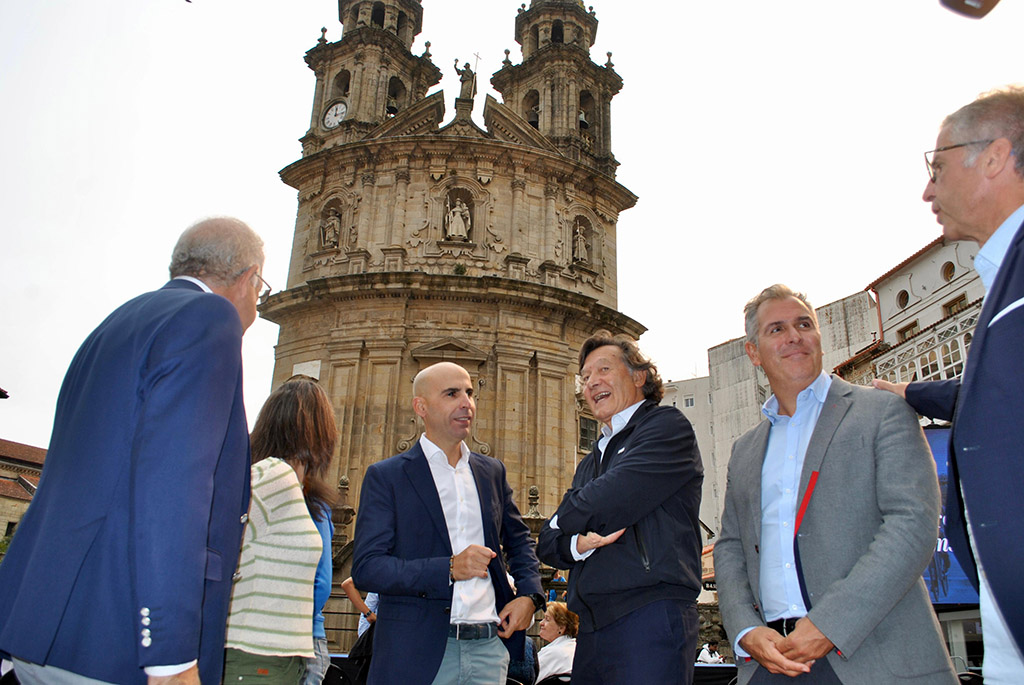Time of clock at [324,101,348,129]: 12:14
